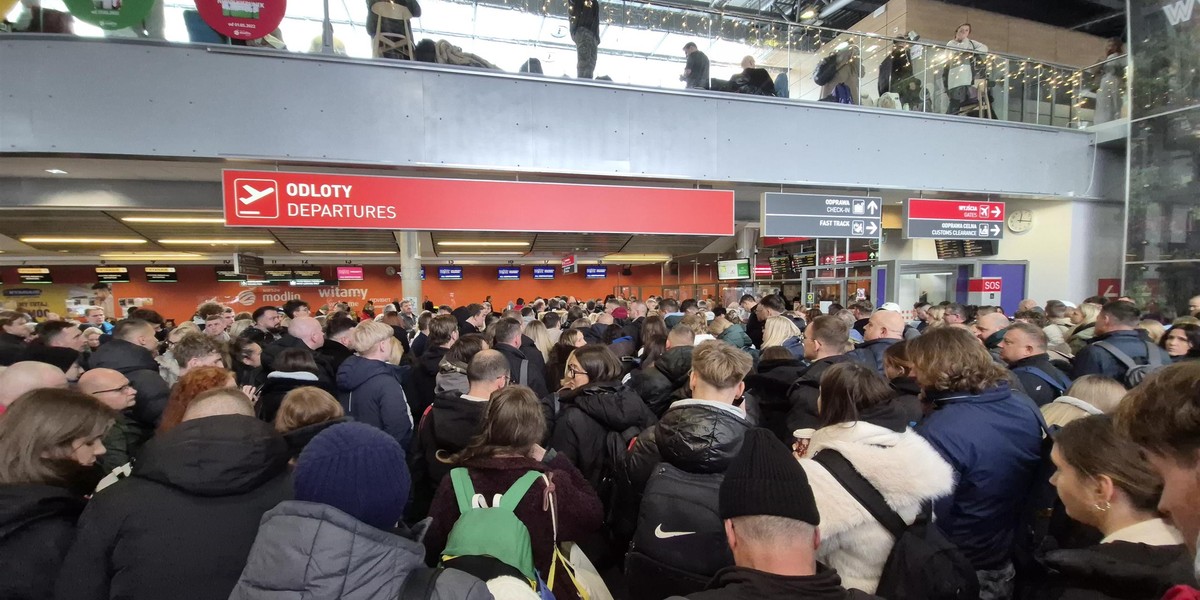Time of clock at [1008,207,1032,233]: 12:16
